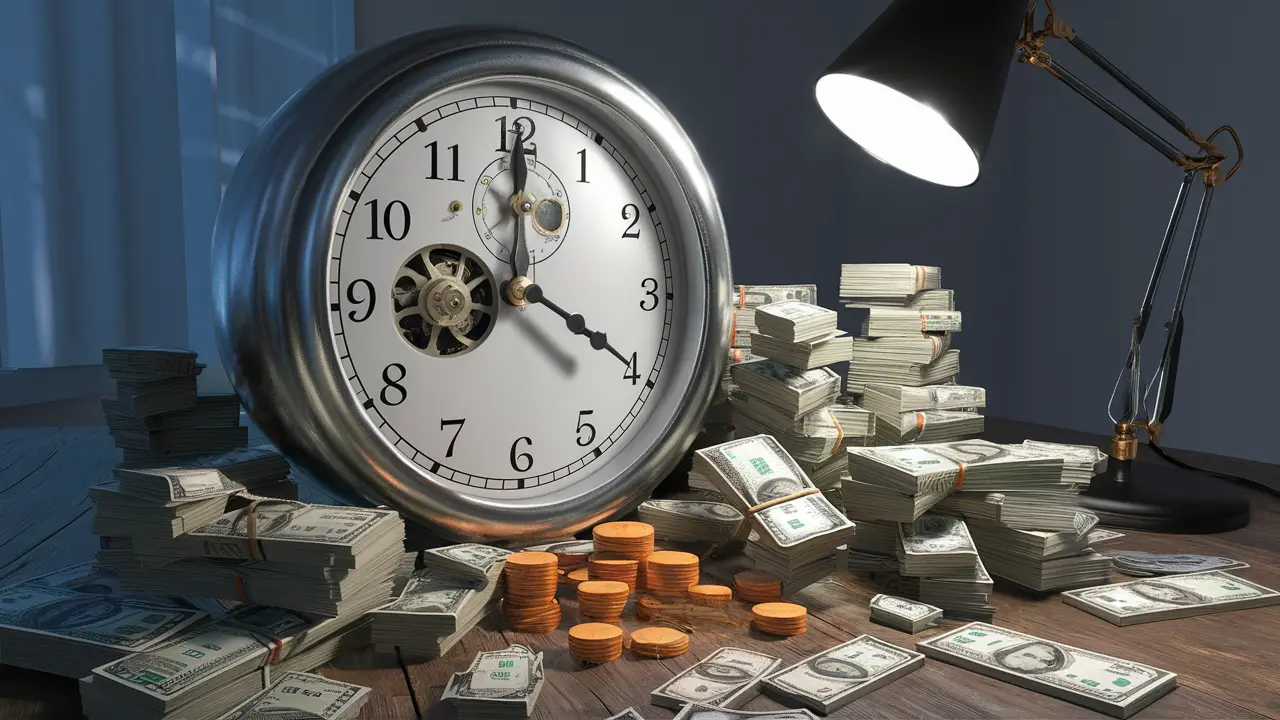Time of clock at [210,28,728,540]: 4:00
